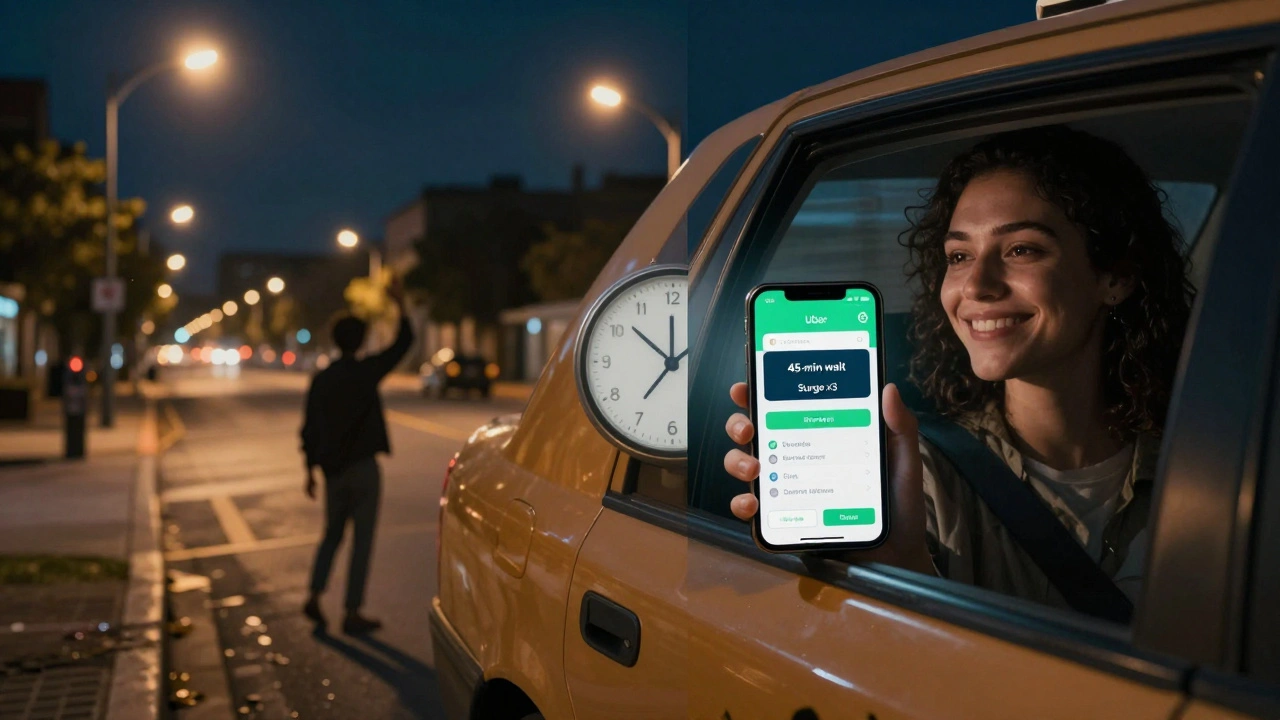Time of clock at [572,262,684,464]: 11:51
